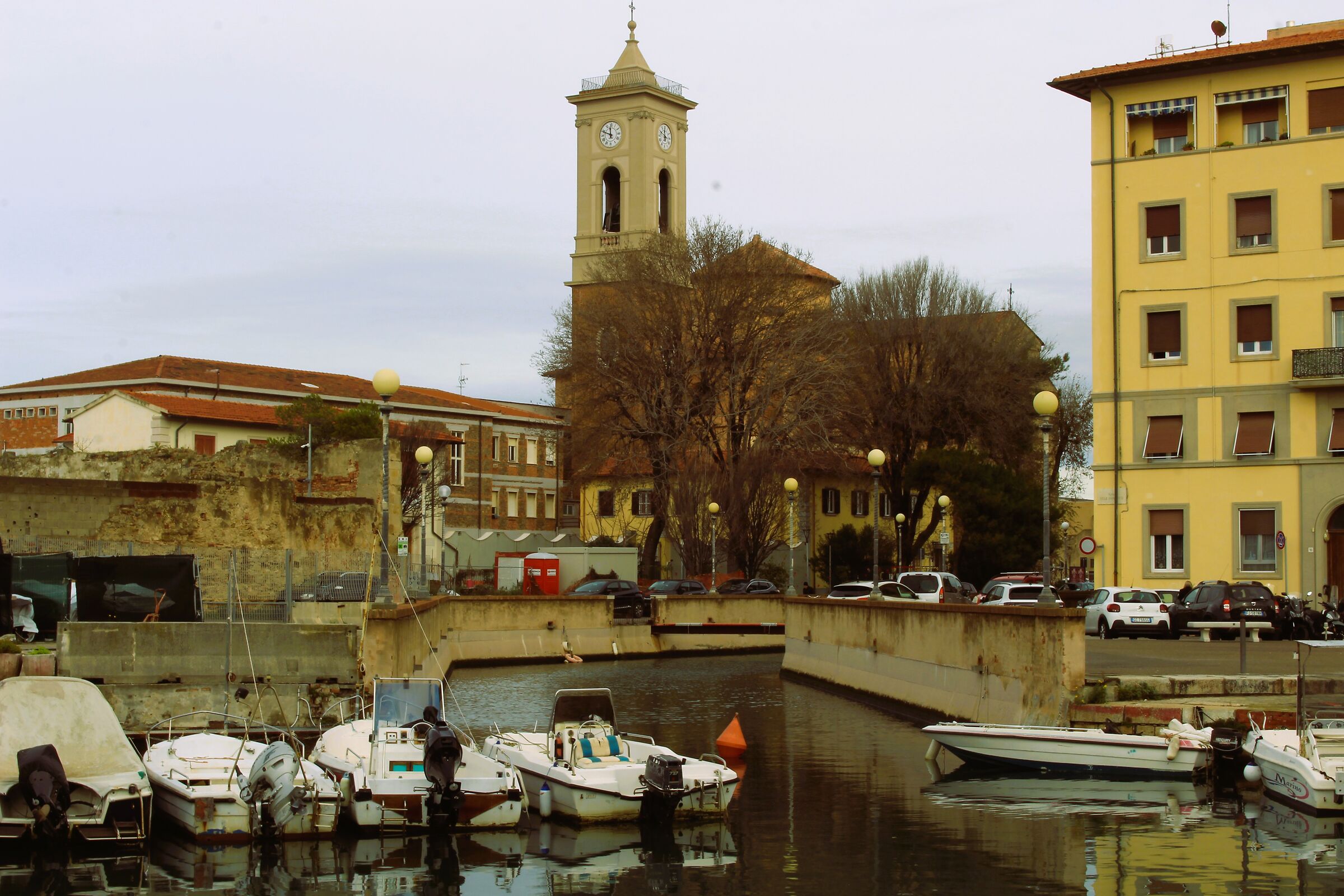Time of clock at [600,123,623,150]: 11:48
